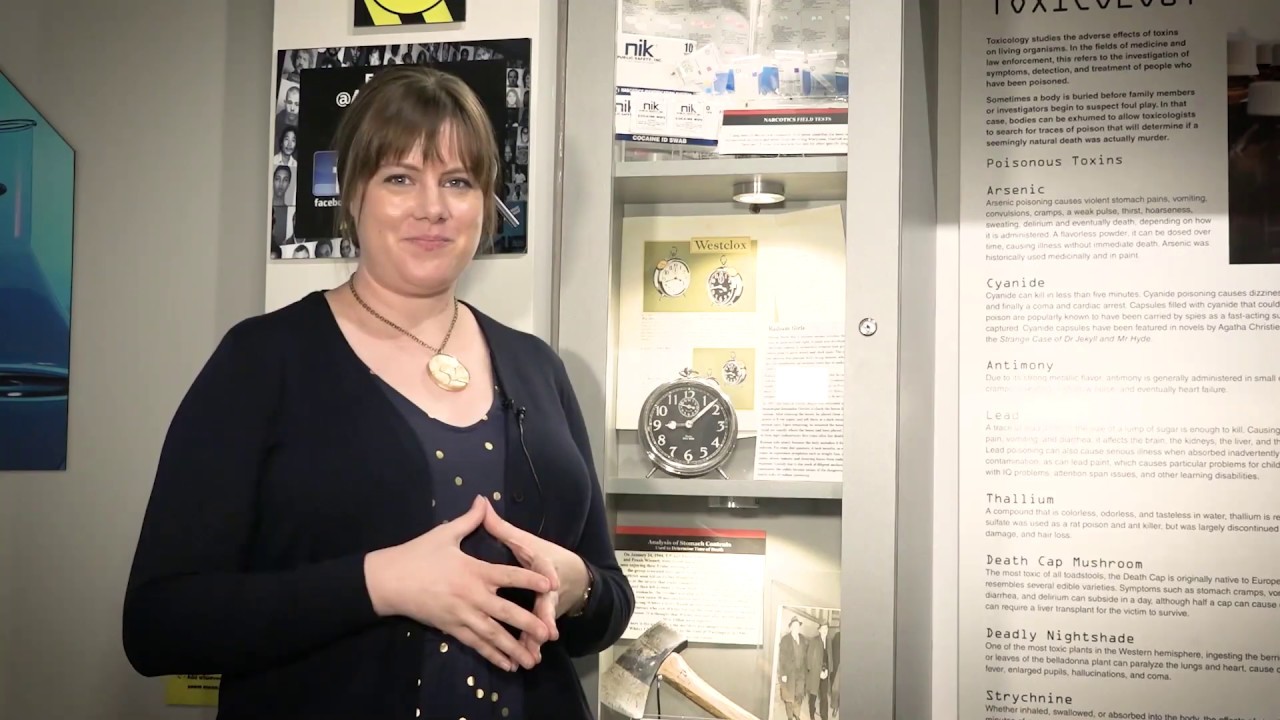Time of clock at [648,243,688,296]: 3:42
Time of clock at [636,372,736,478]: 9:08
